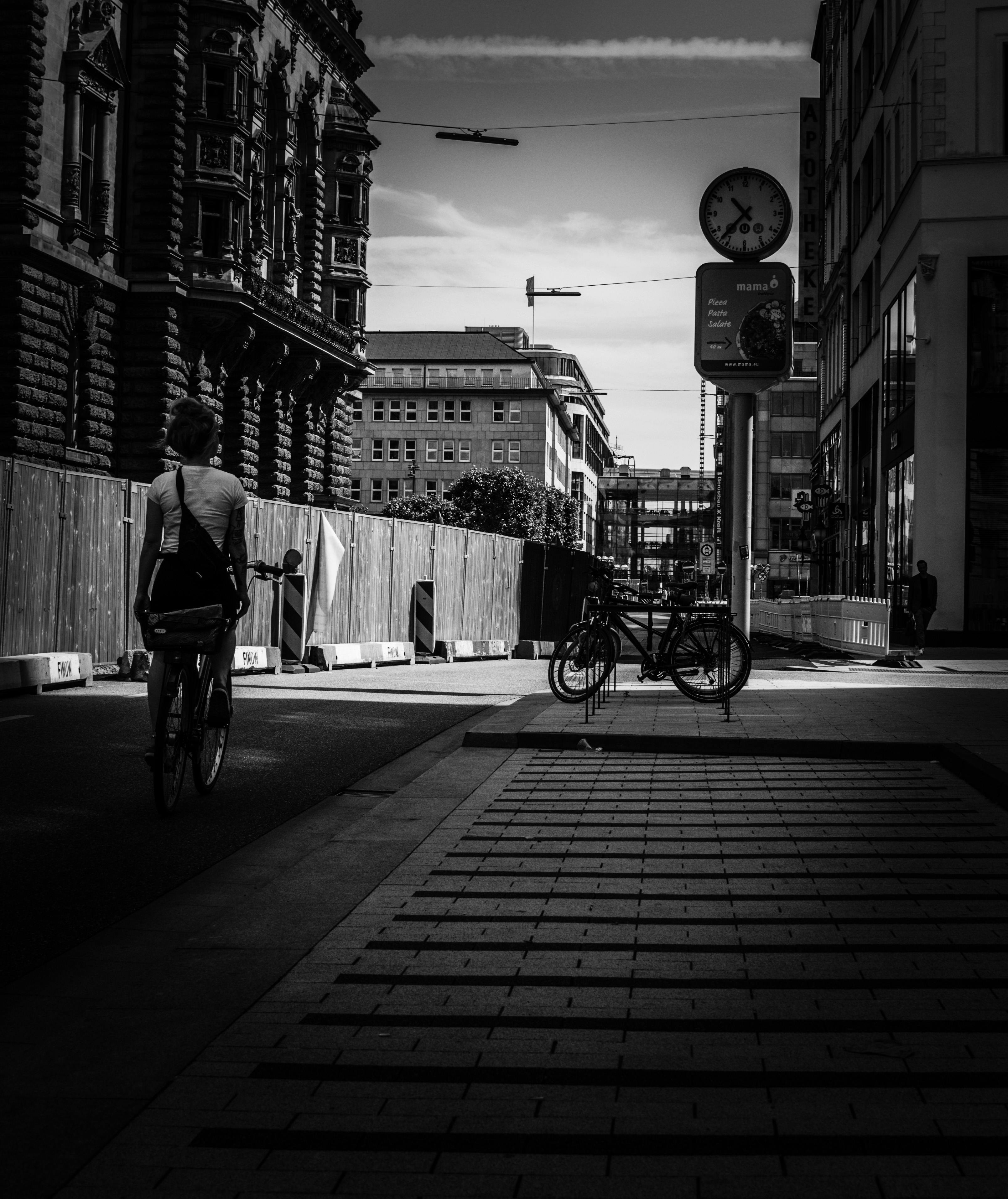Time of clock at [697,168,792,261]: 10:37
